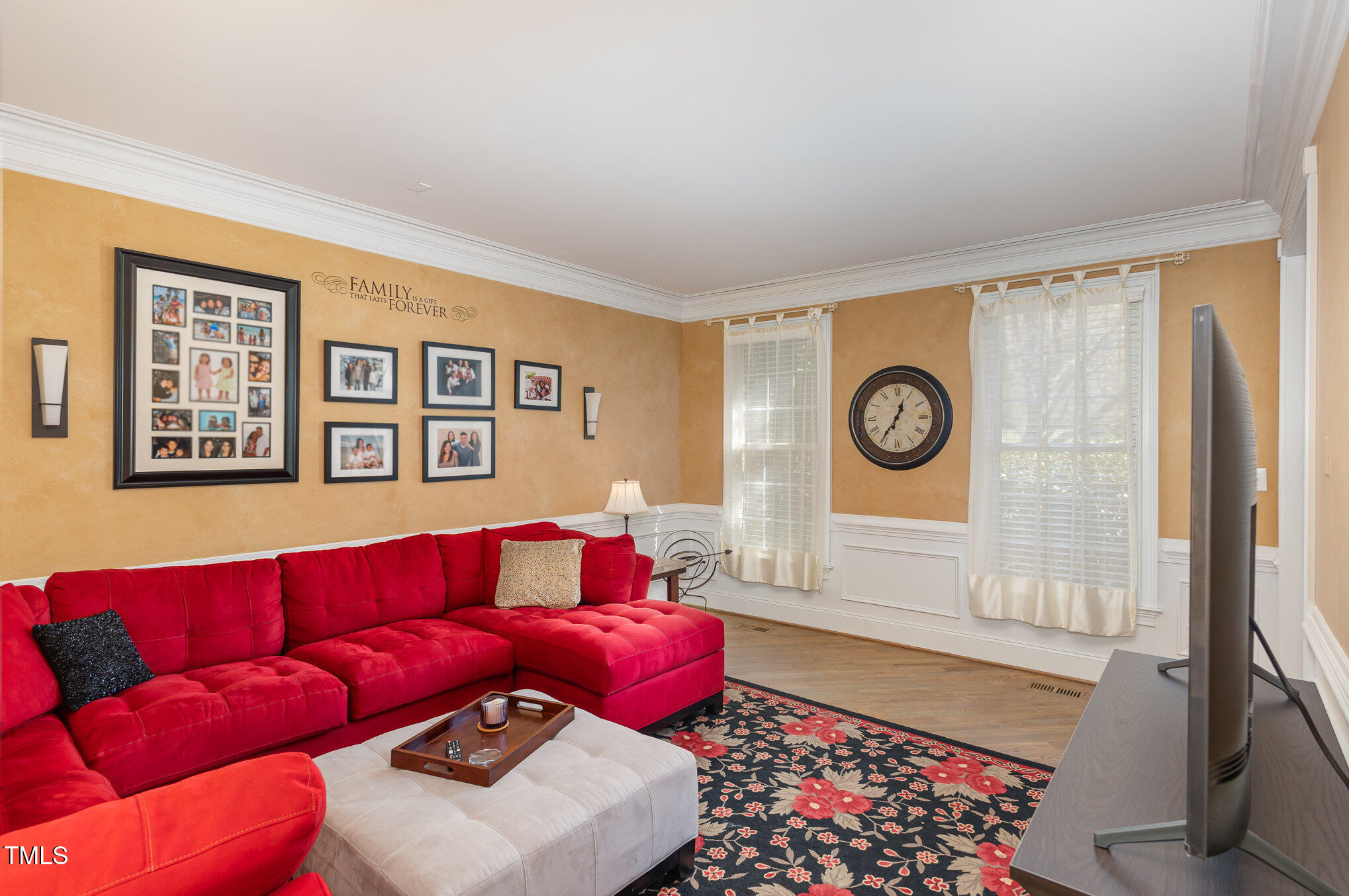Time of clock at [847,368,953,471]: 12:35
